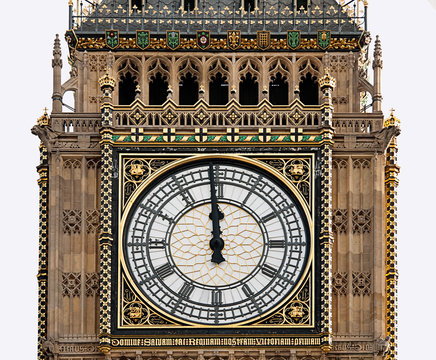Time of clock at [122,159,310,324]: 11:59
